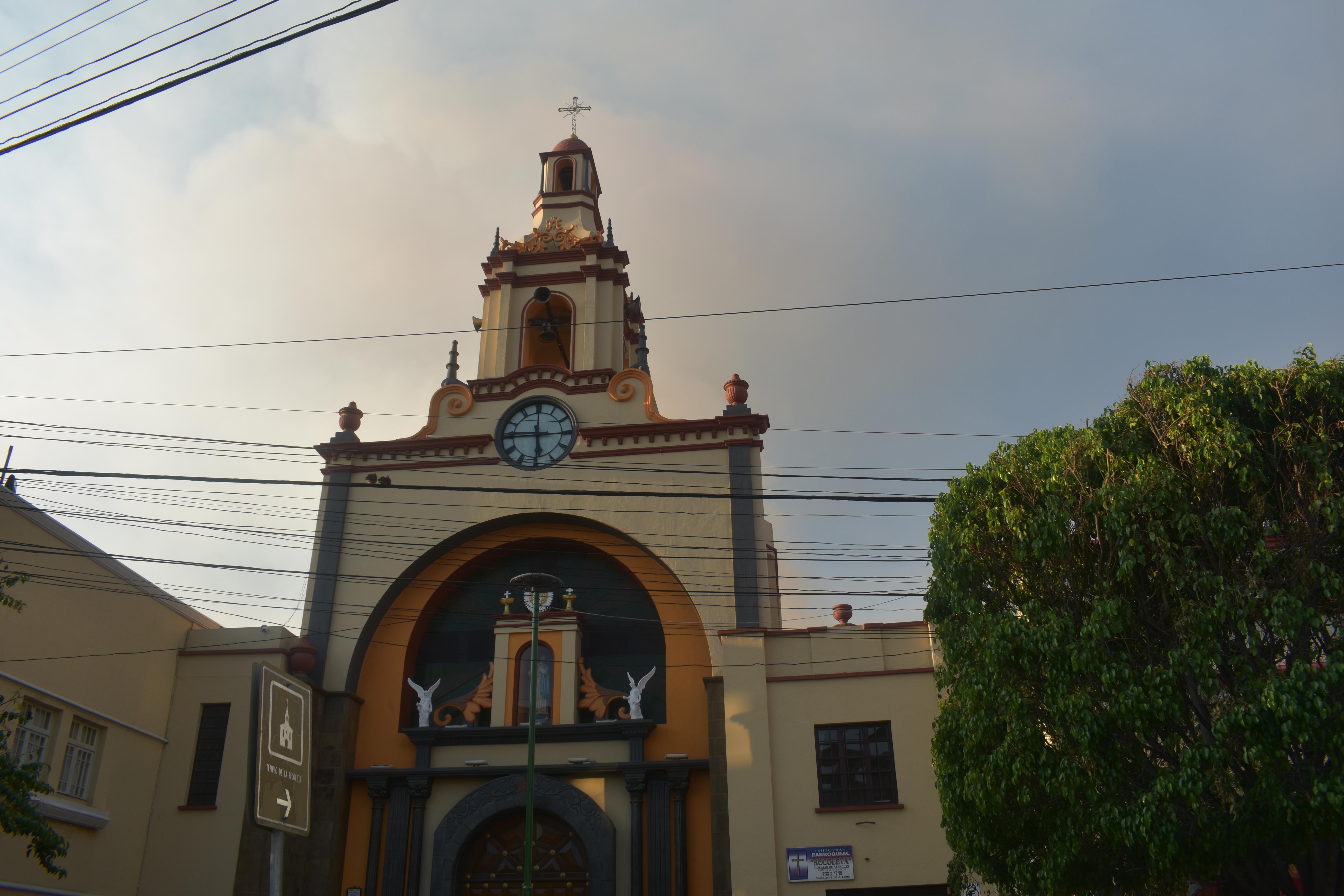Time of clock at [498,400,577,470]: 5:45
